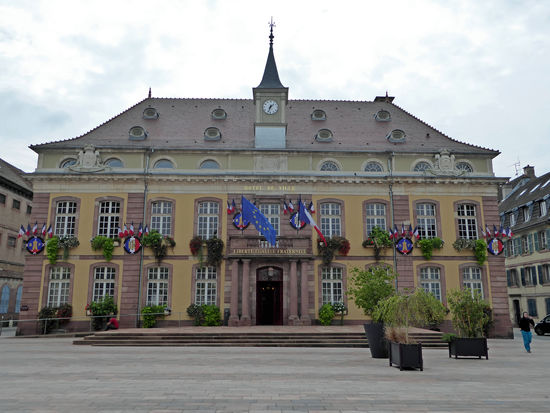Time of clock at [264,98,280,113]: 1:33
